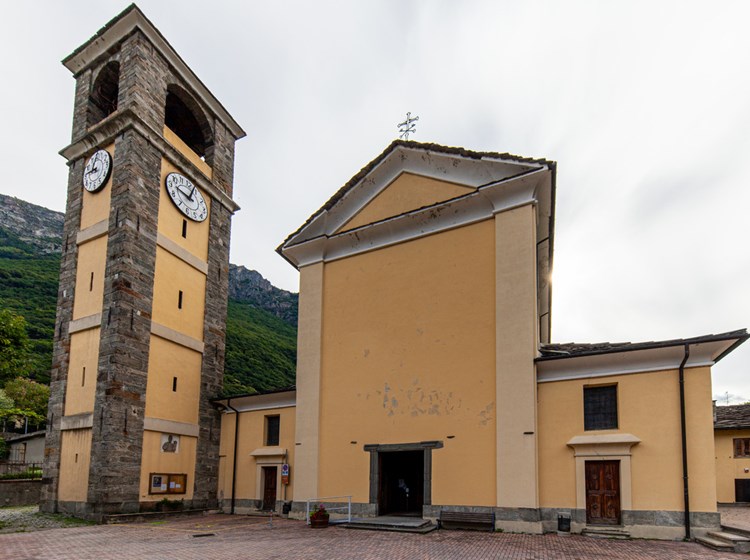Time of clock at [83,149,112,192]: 9:01
